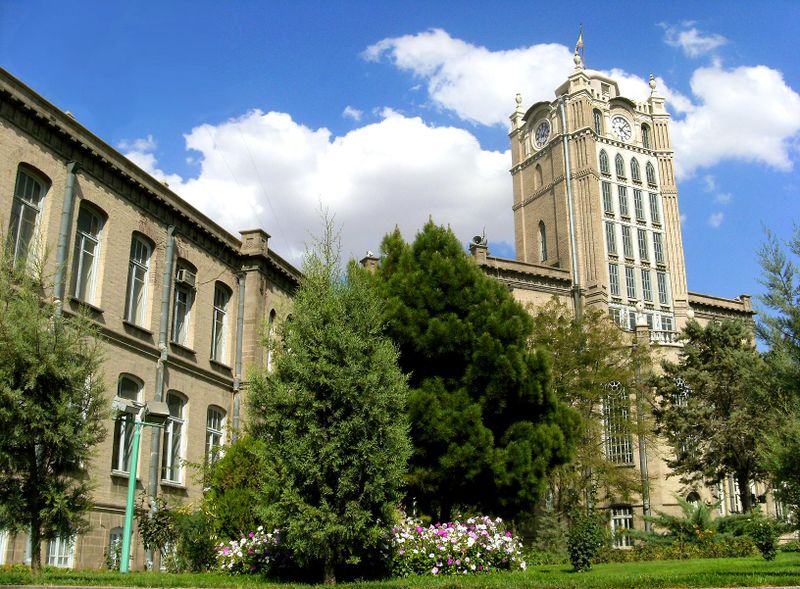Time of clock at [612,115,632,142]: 4:07
